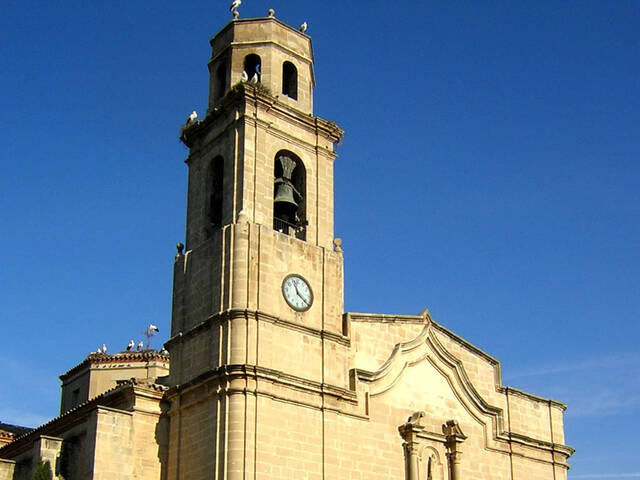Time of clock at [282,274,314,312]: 11:21
